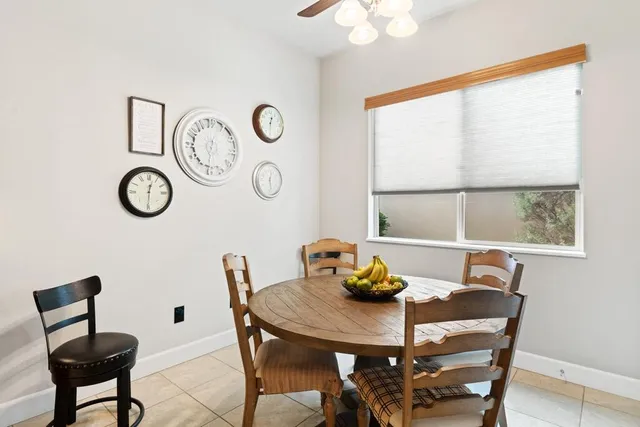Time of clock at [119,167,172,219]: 12:30
